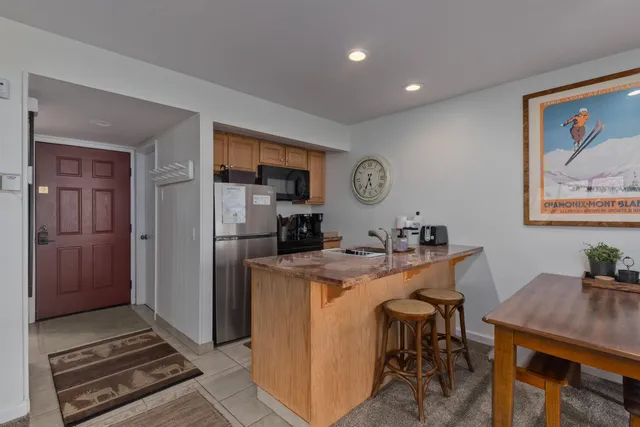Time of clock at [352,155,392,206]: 5:34
